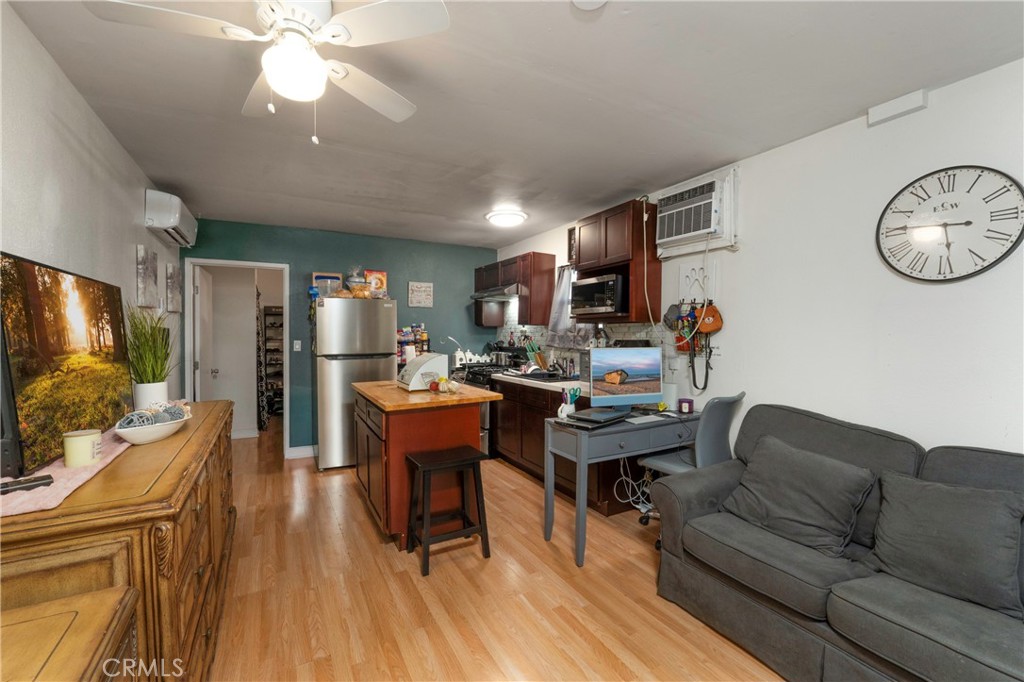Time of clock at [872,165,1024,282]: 5:45
